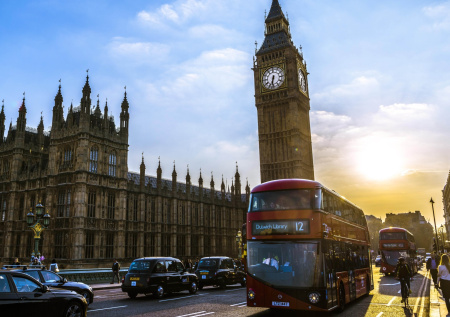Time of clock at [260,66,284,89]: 6:32
